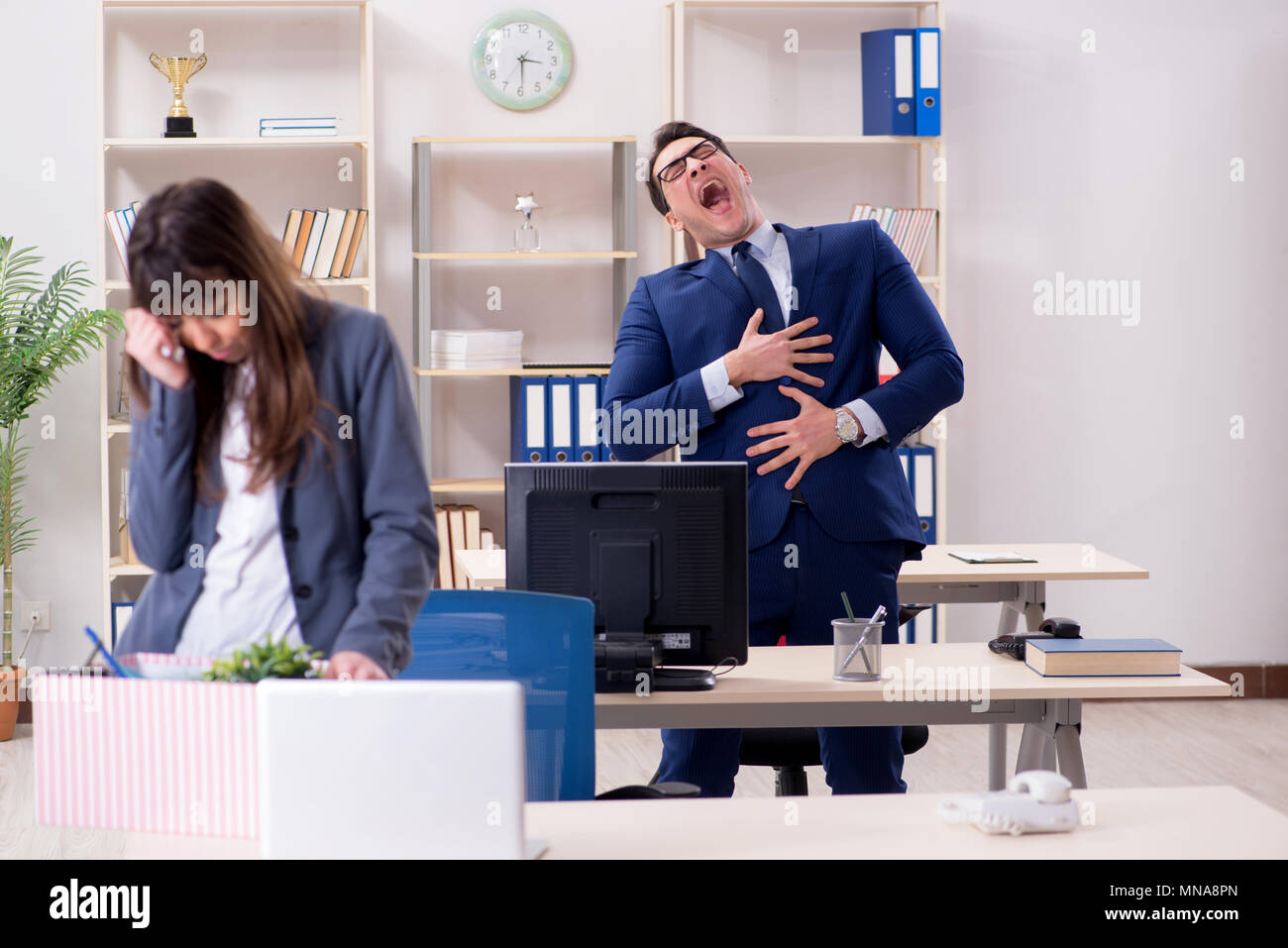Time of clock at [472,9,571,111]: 3:29
